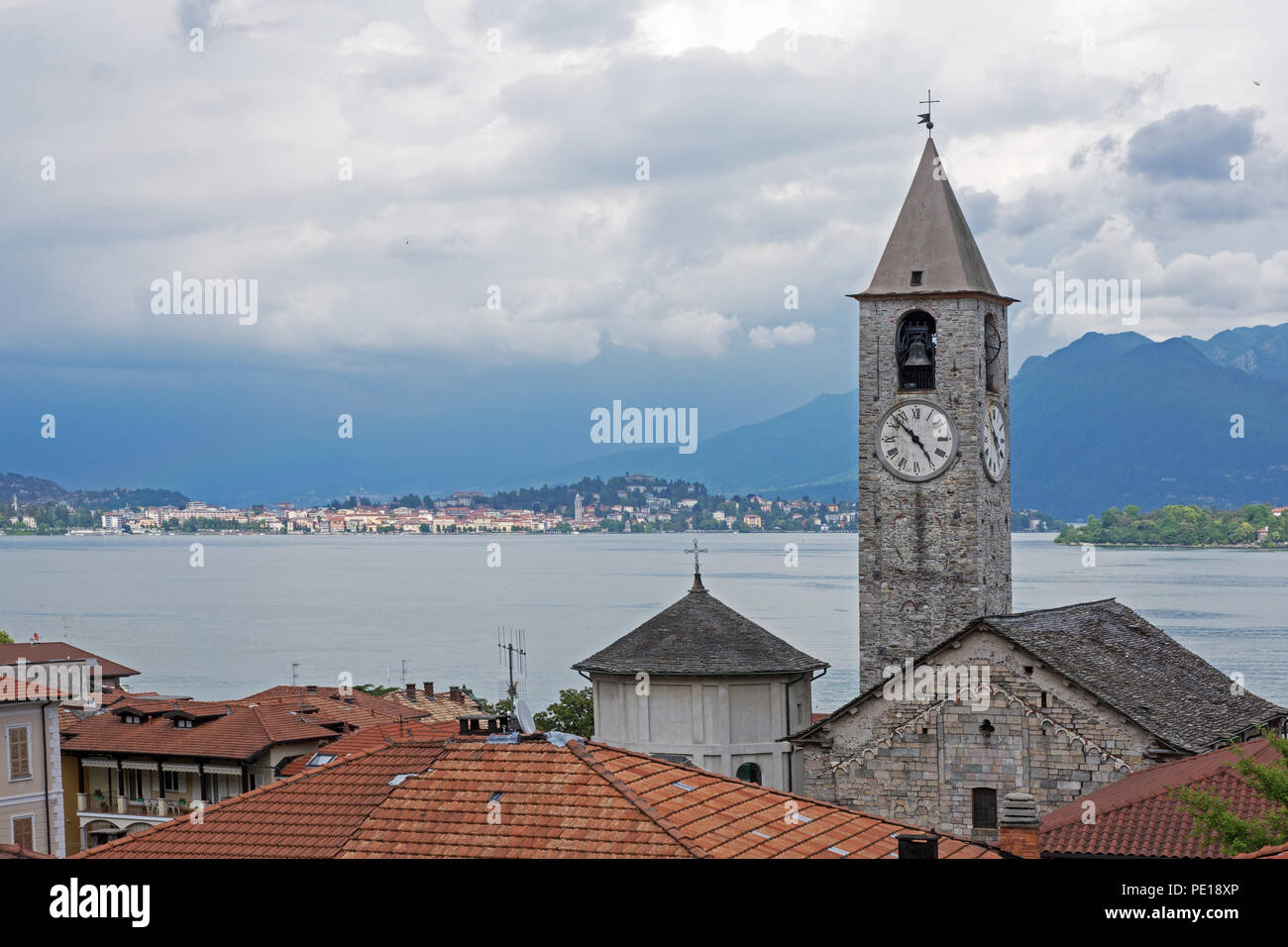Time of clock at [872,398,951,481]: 4:52
